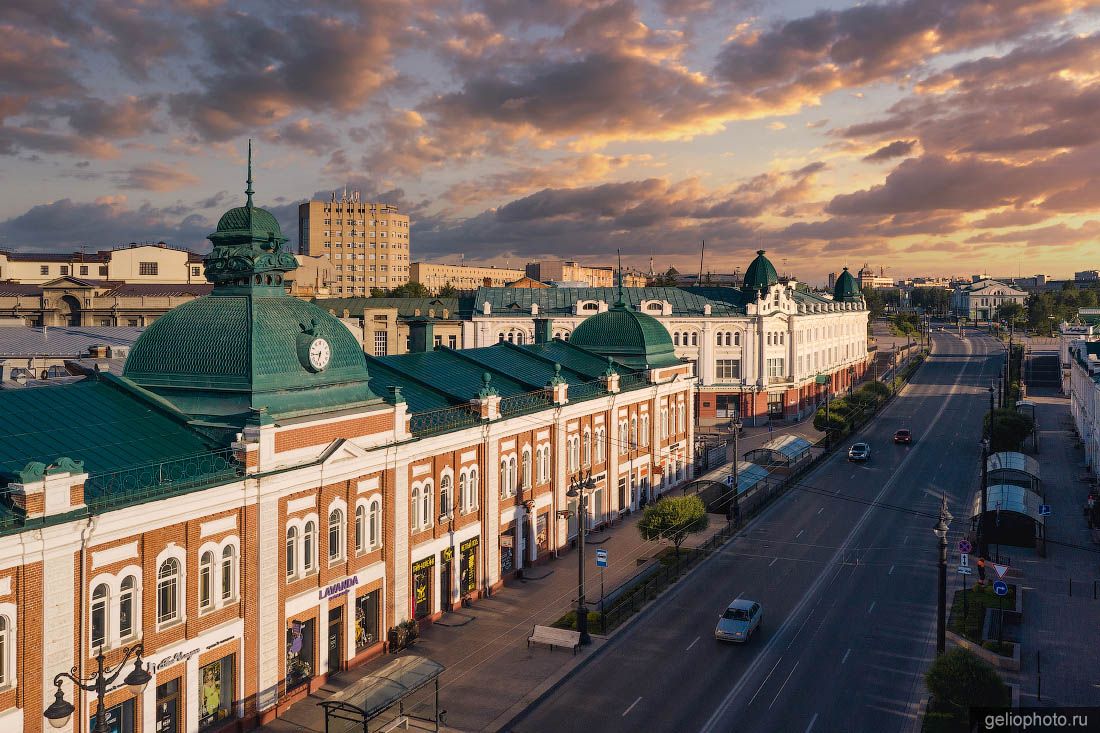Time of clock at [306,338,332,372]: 6:44
